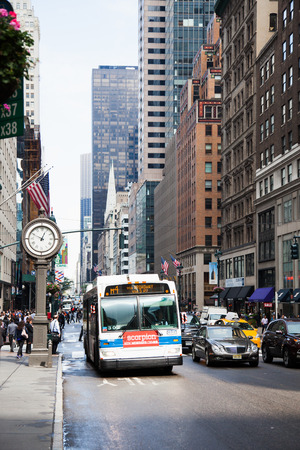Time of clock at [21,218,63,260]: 12:49
